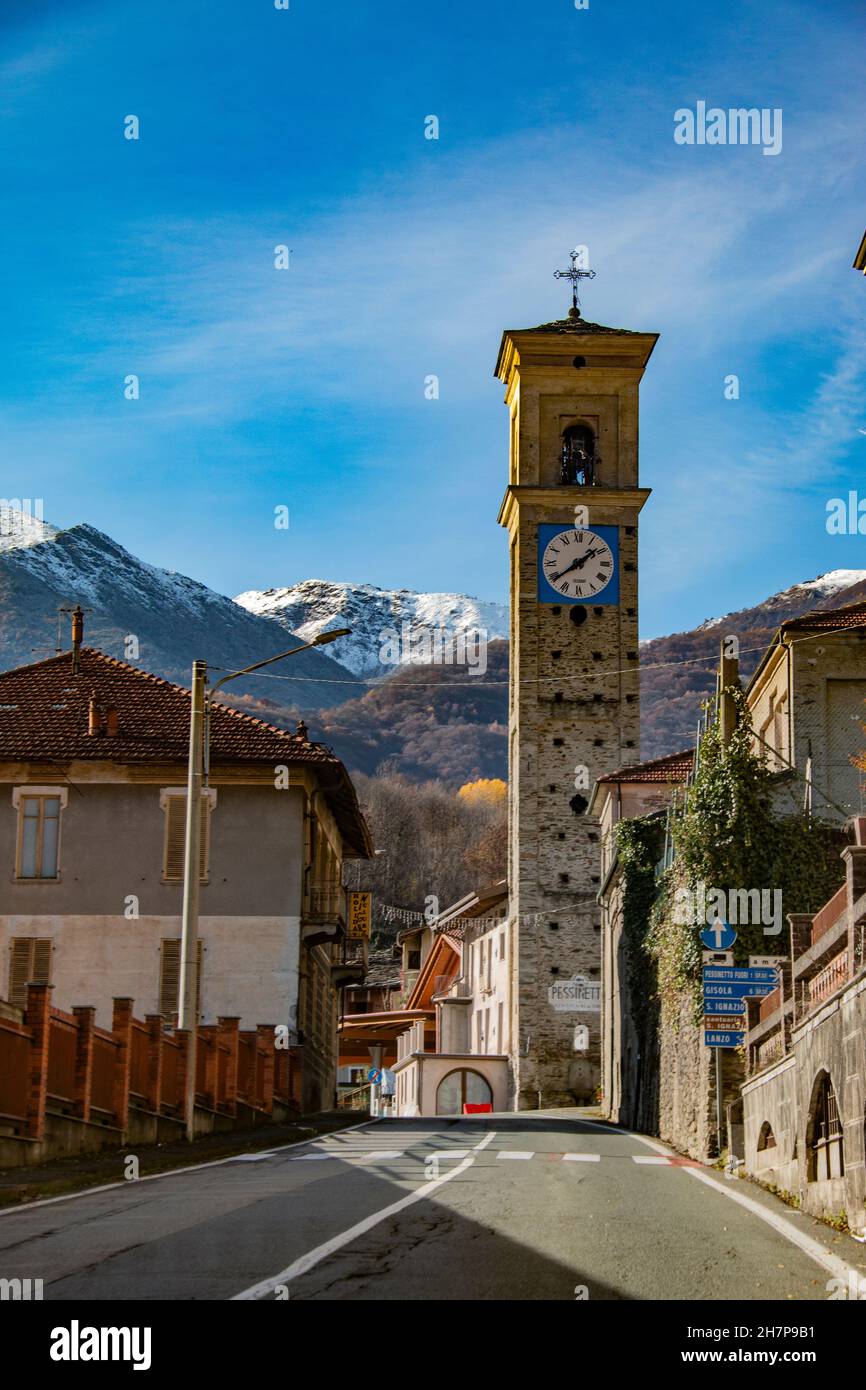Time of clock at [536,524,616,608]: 1:39
